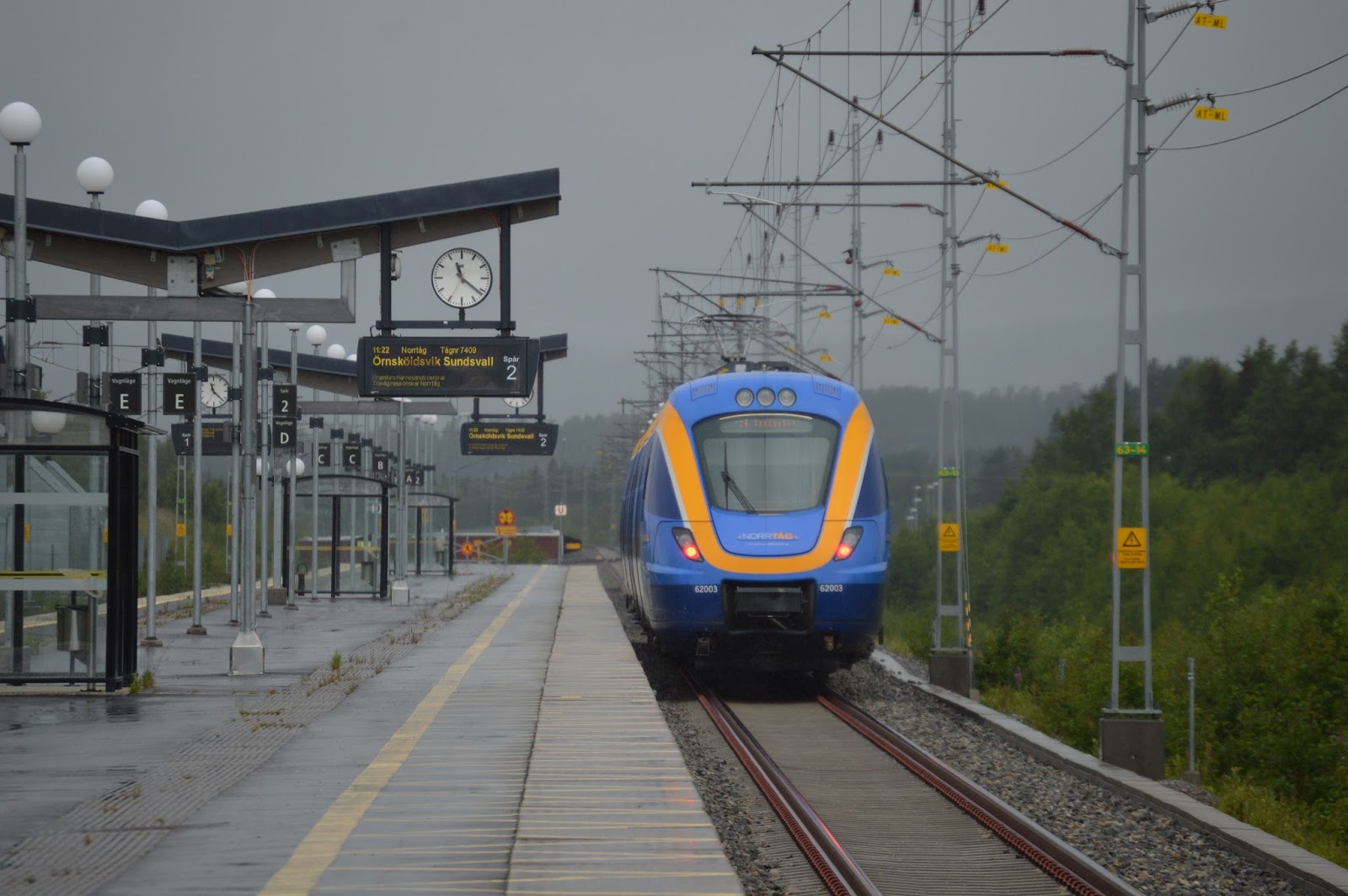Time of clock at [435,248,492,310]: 11:21
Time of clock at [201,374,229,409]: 11:22
